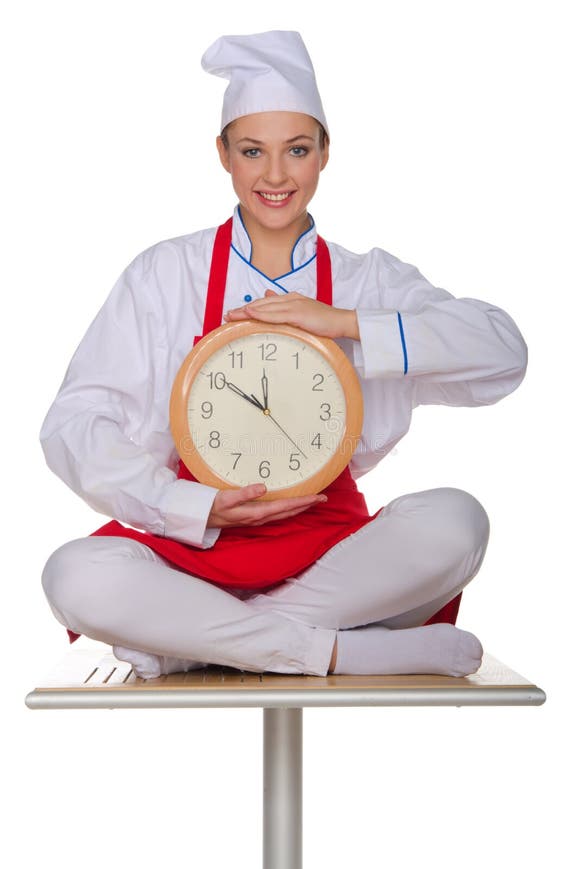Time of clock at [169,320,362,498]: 11:50
